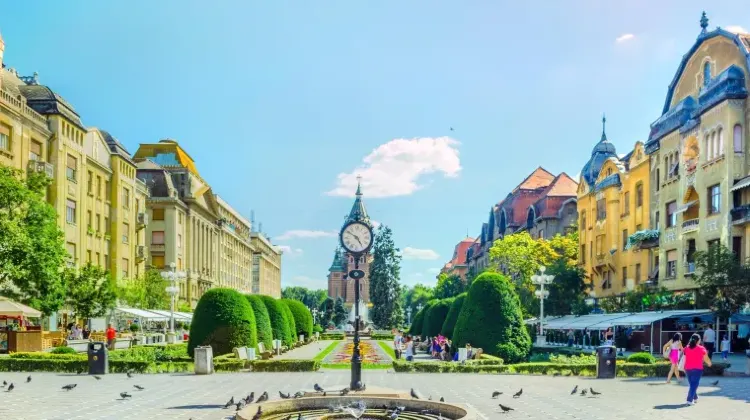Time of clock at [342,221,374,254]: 4:50
